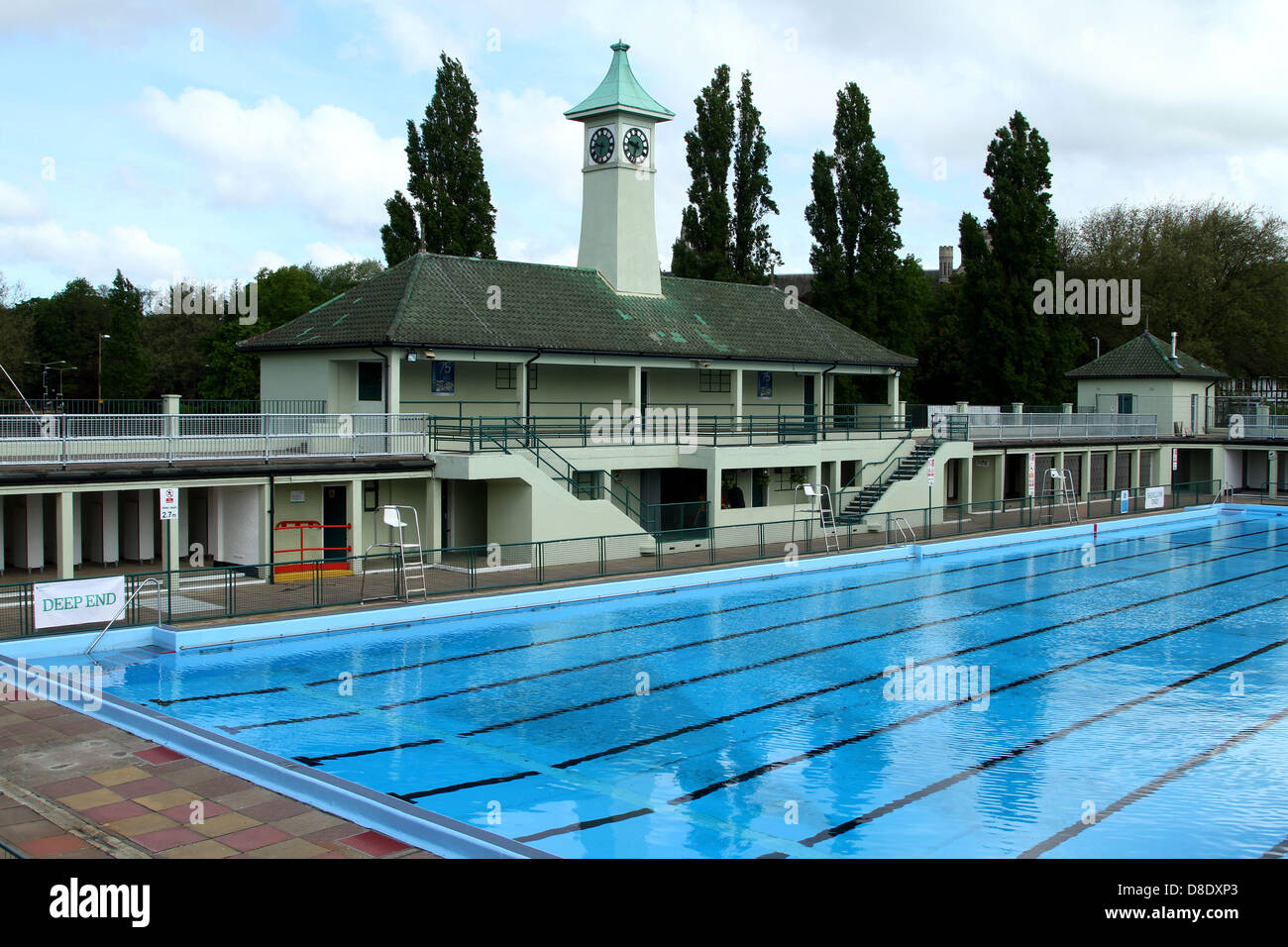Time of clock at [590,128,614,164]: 9:32
